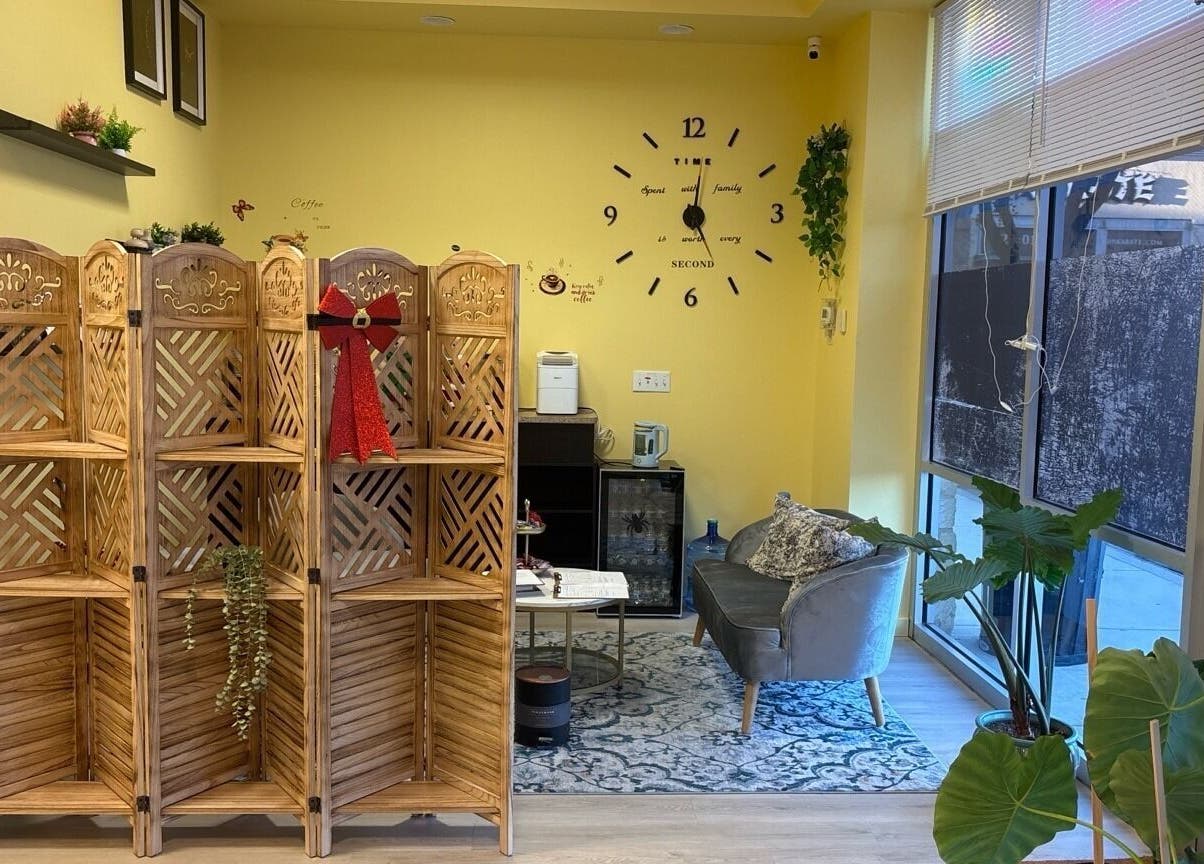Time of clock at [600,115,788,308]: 12:26
